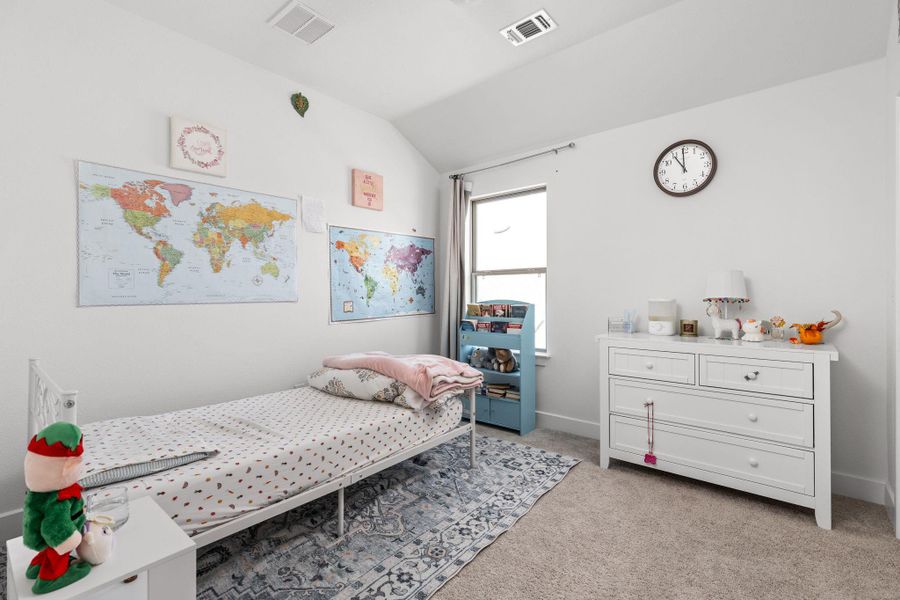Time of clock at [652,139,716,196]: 10:59
